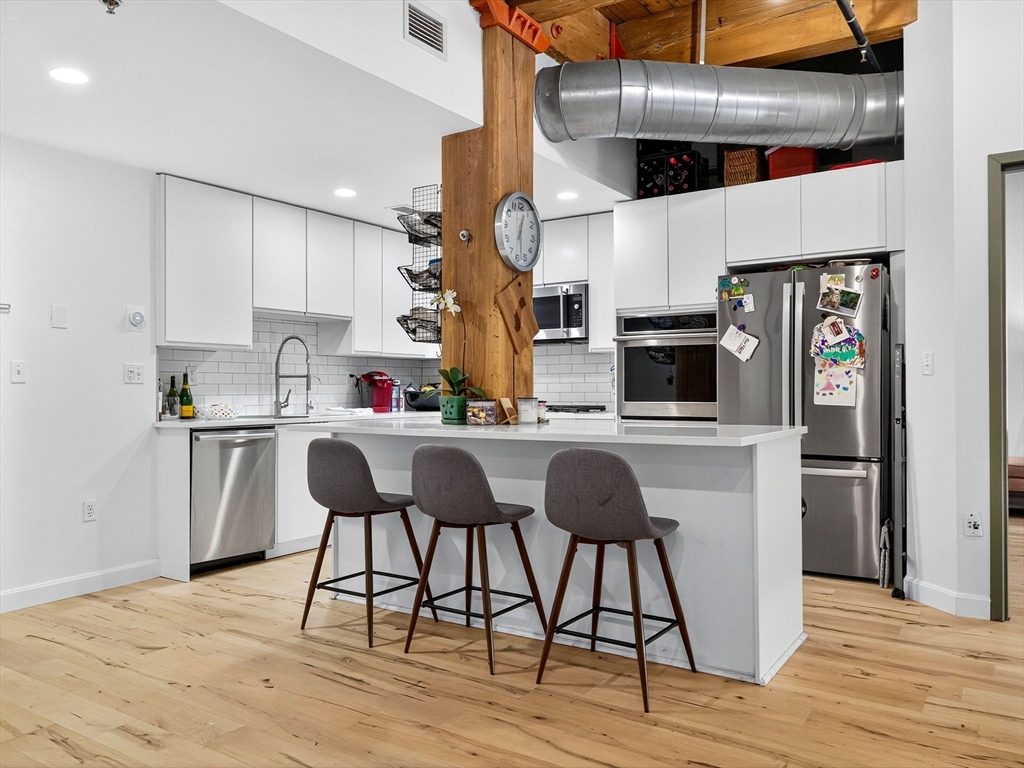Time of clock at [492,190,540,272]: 12:28
